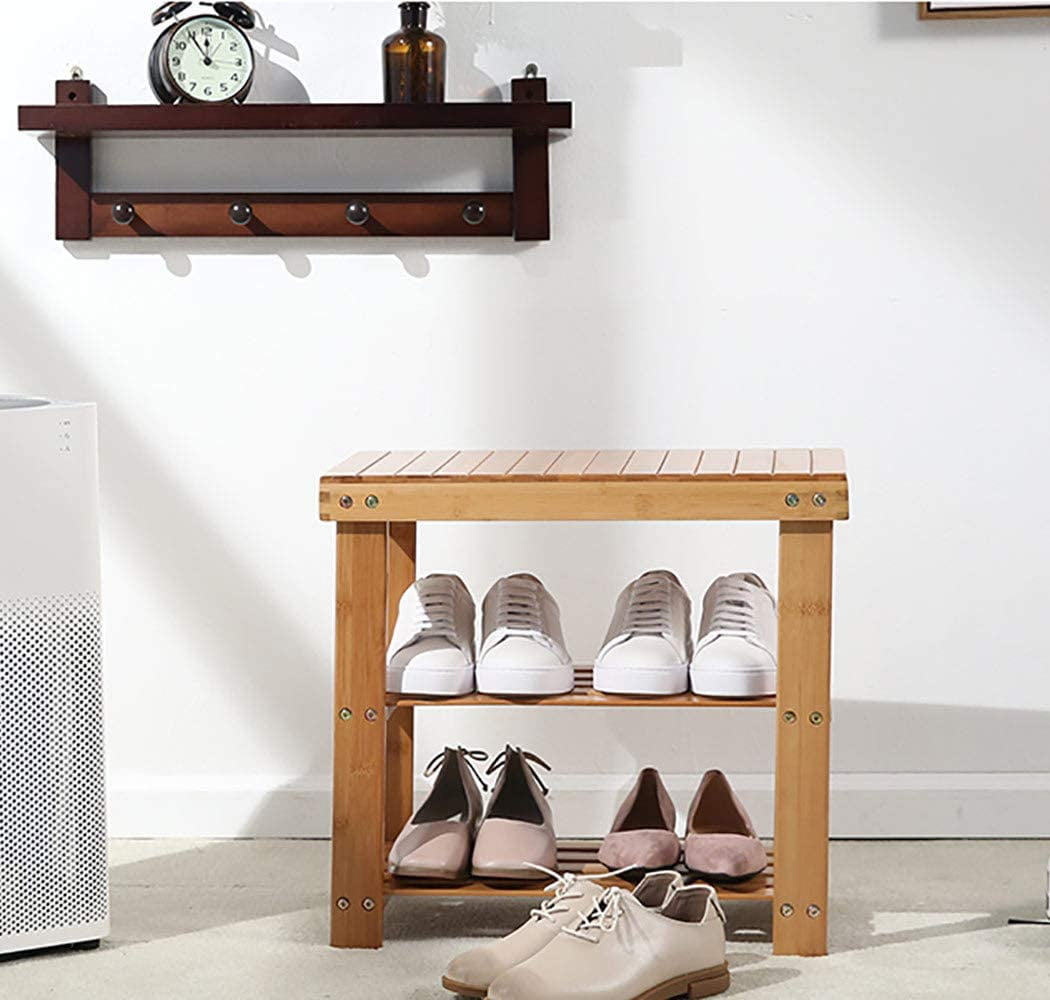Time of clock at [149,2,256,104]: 11:54
